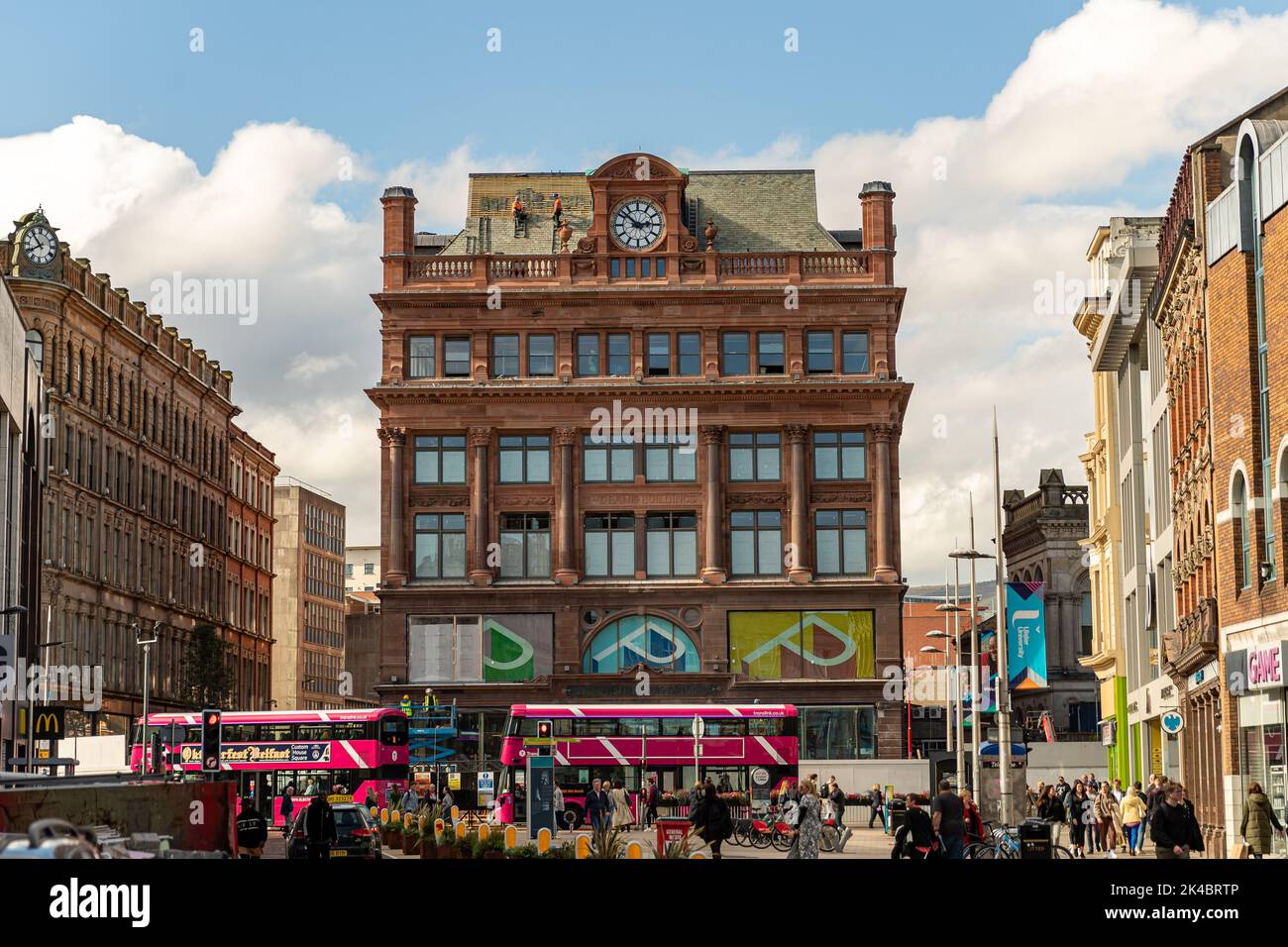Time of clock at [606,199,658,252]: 2:52
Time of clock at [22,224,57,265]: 7:52
